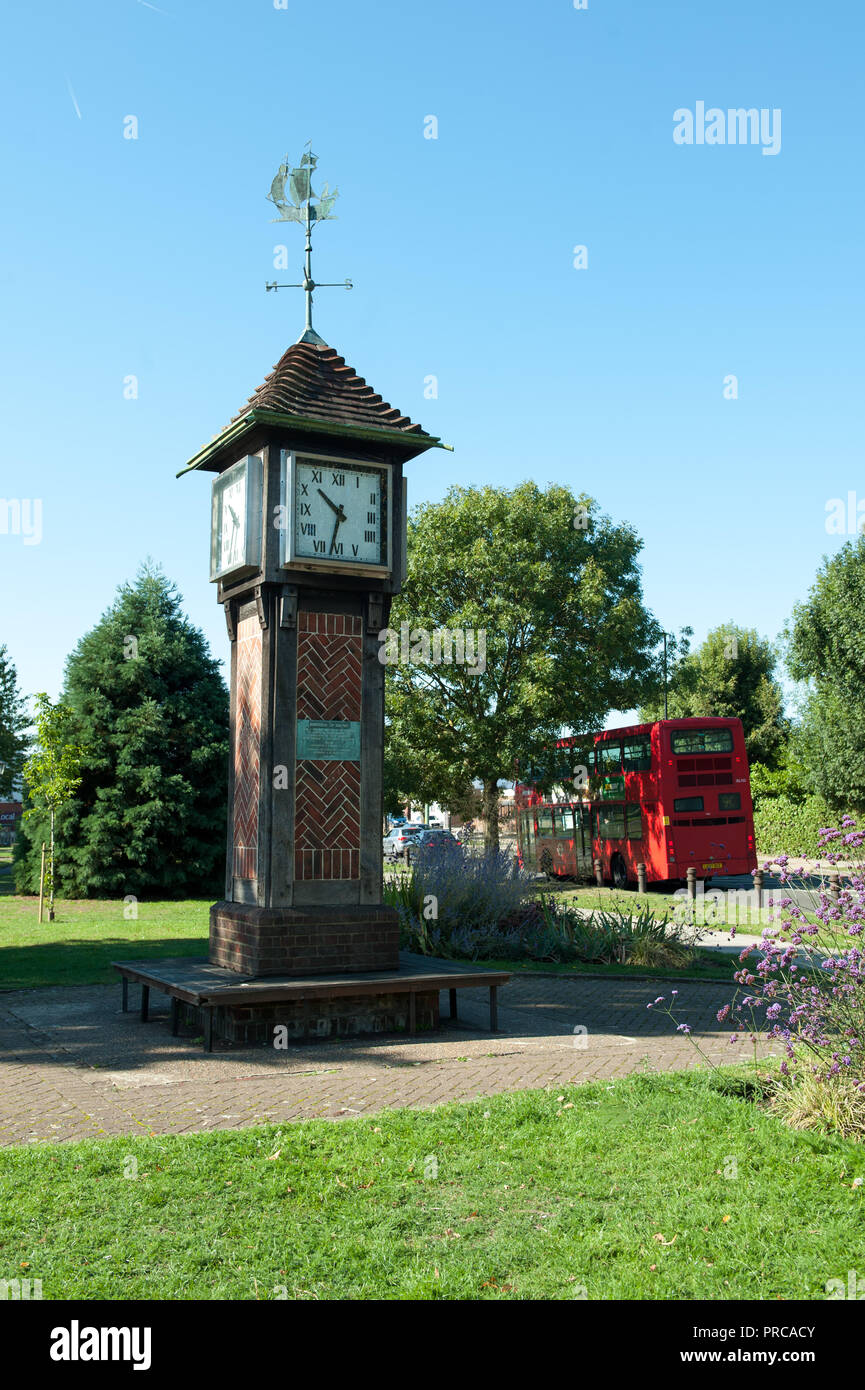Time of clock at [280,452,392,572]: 10:32
